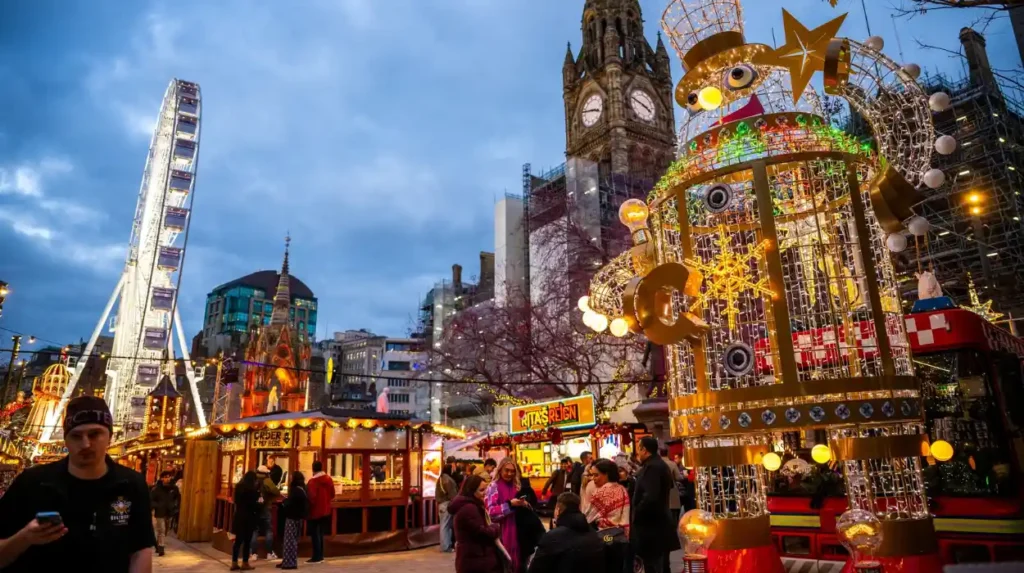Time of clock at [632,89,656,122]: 3:47
